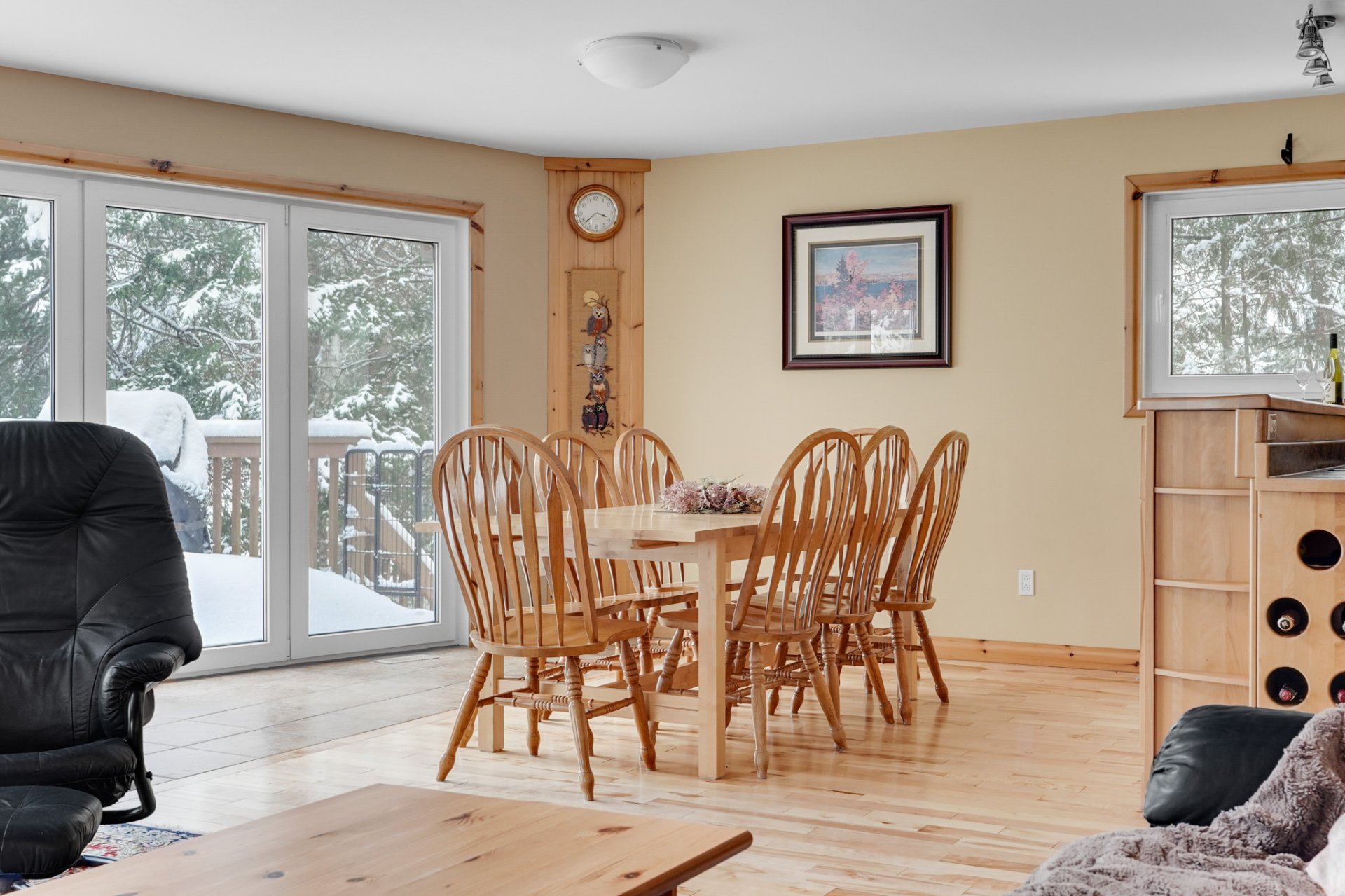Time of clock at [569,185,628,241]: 3:38
